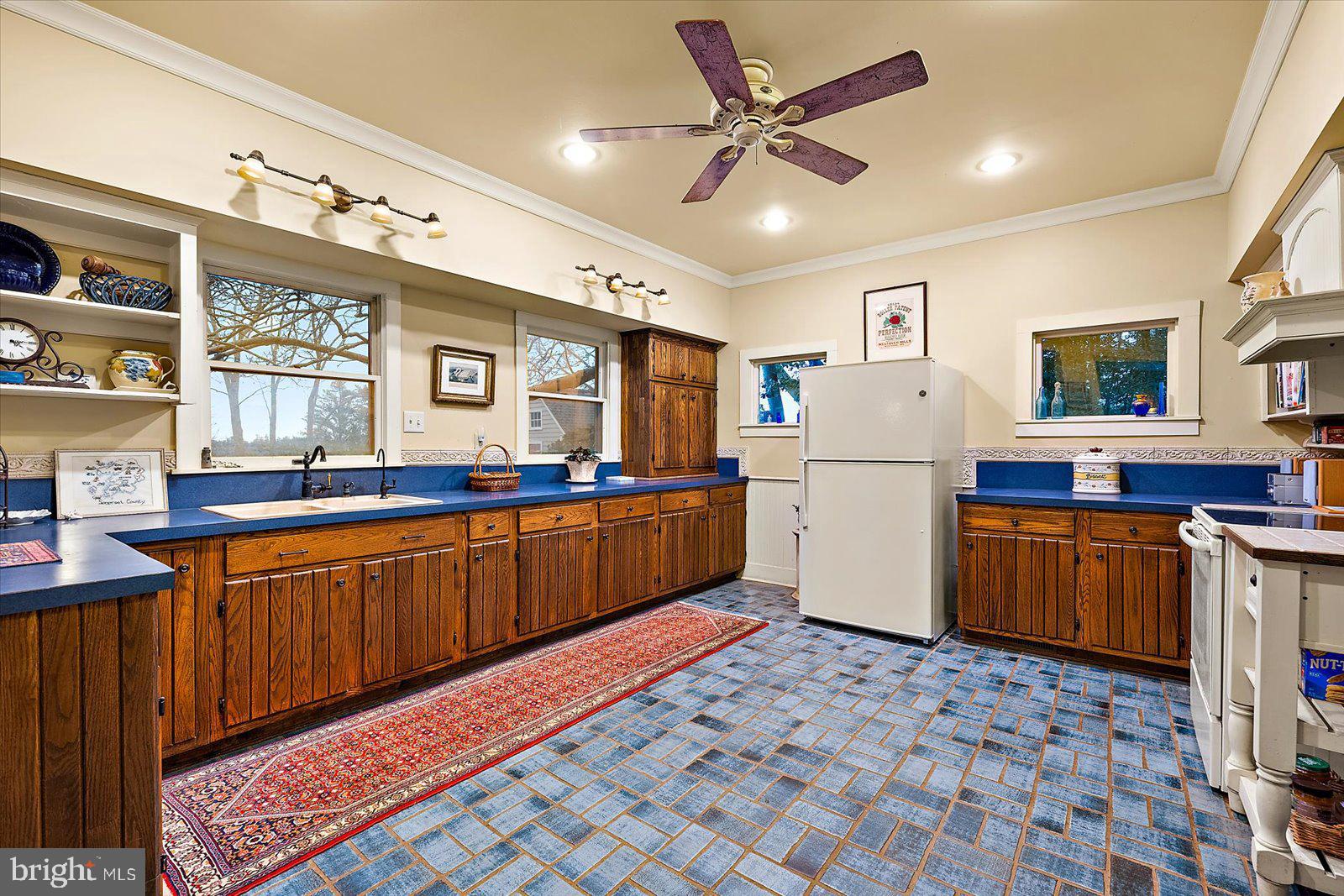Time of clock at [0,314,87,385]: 4:14
